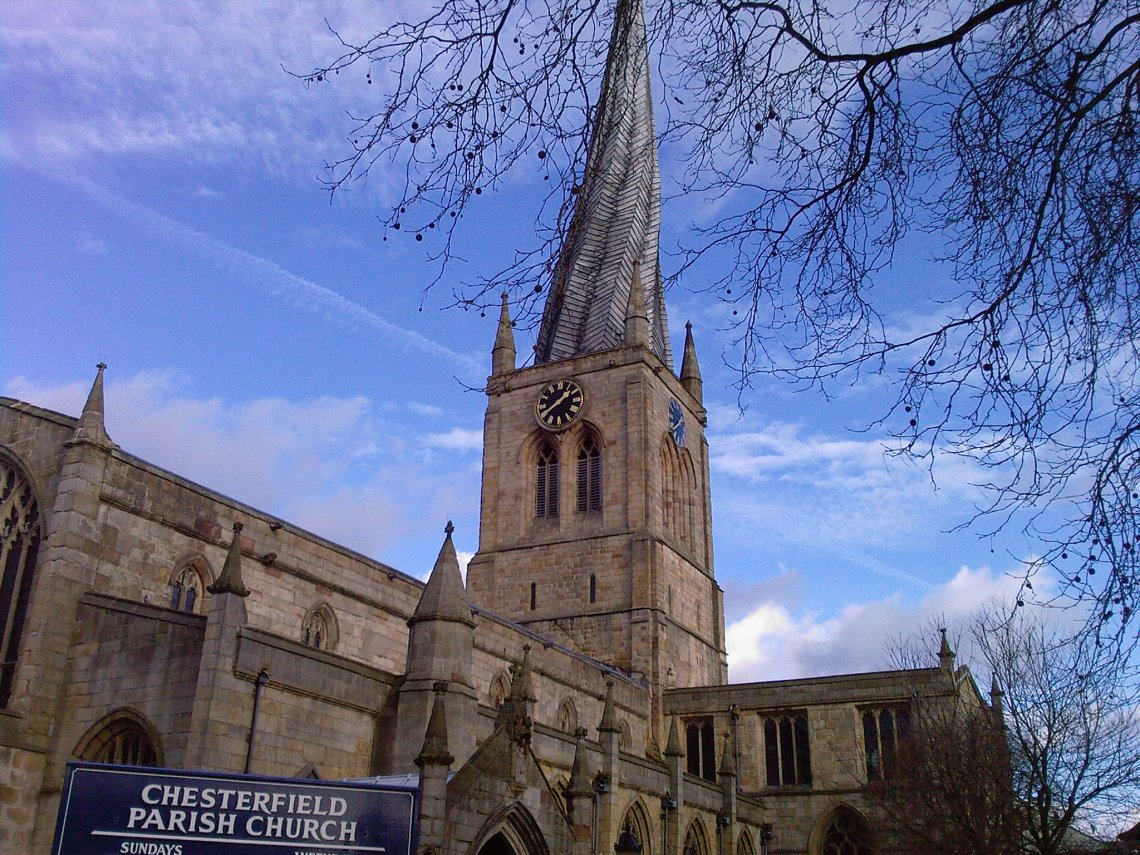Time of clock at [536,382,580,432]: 1:39
